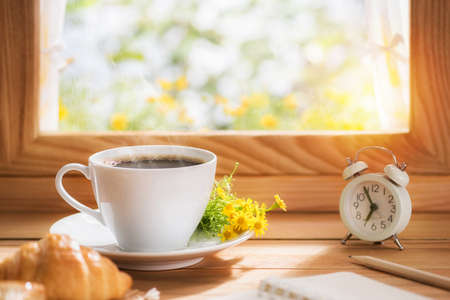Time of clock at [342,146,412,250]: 6:54
